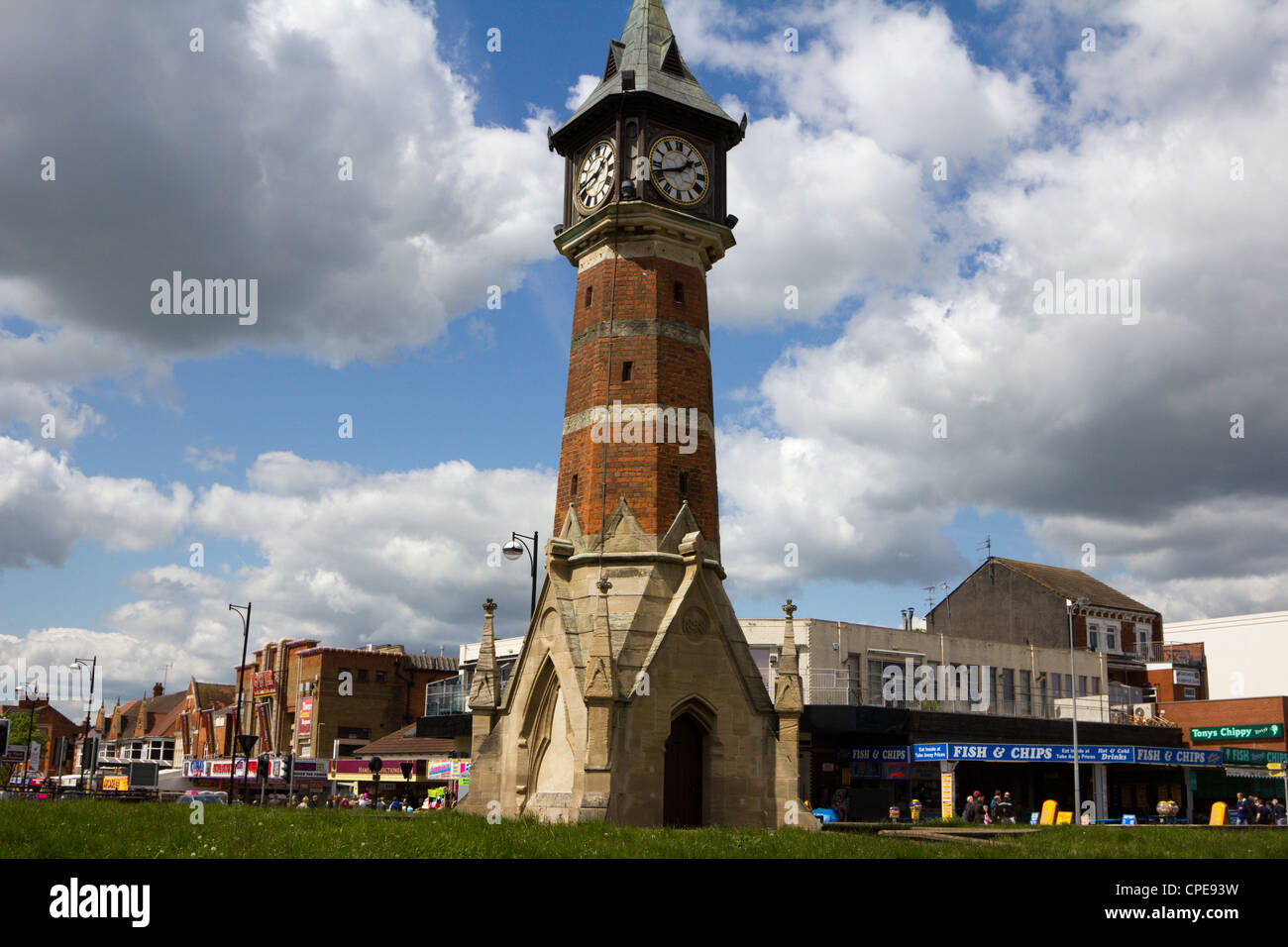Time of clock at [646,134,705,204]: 1:42
